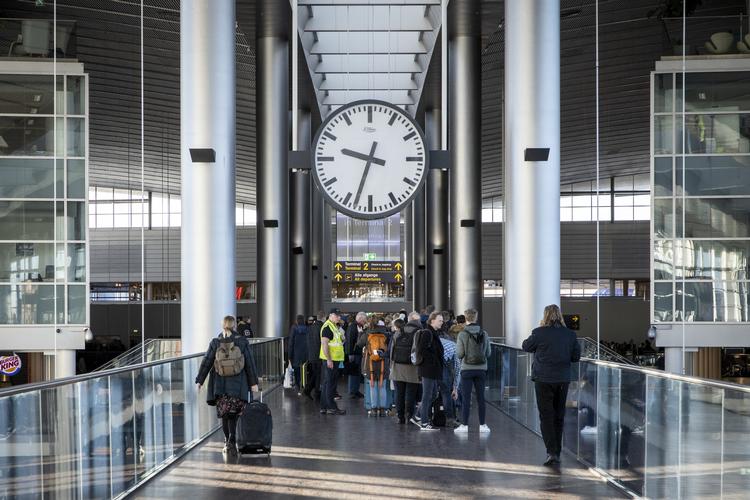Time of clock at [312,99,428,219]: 9:33
